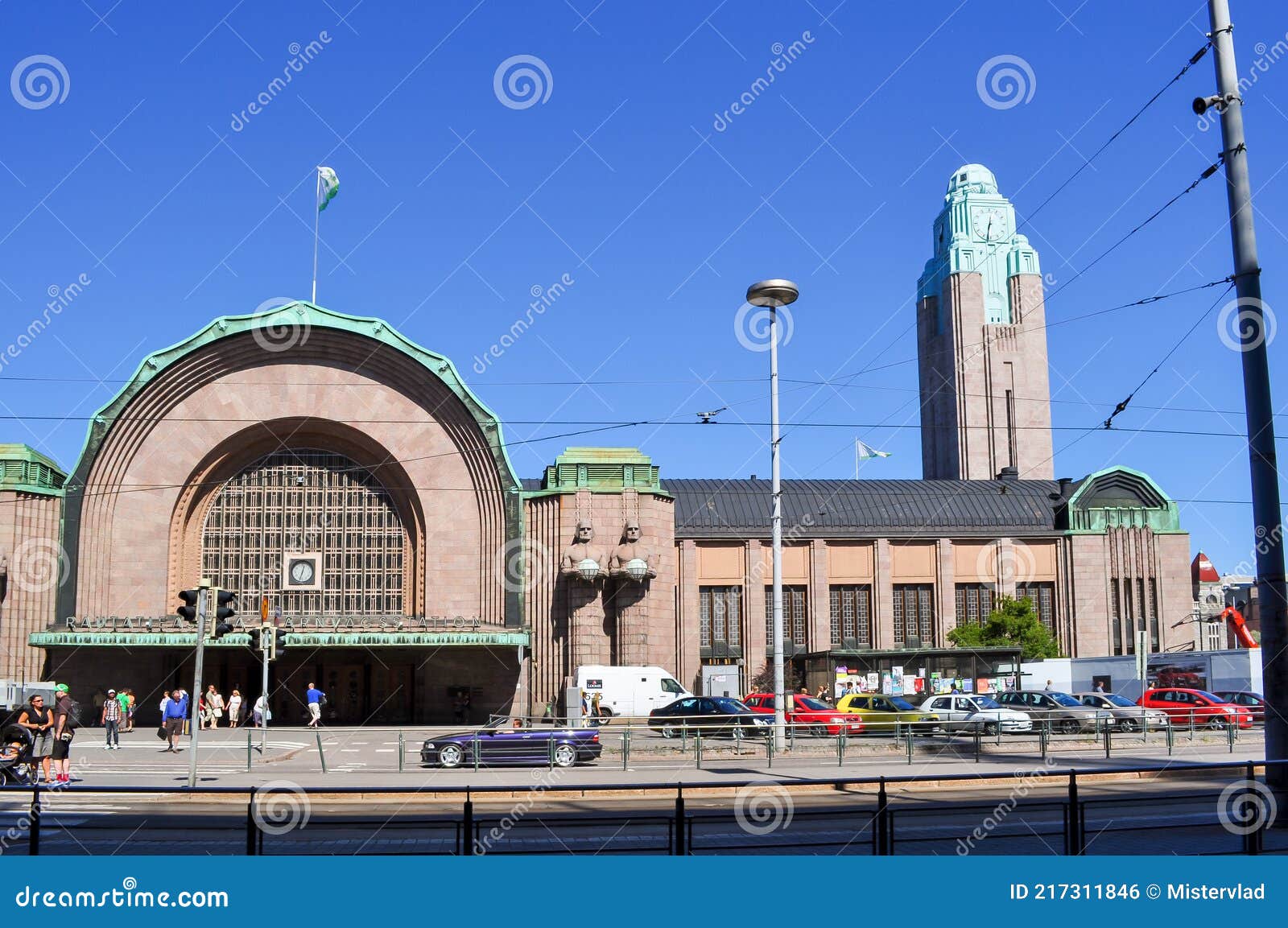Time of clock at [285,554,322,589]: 12:33
